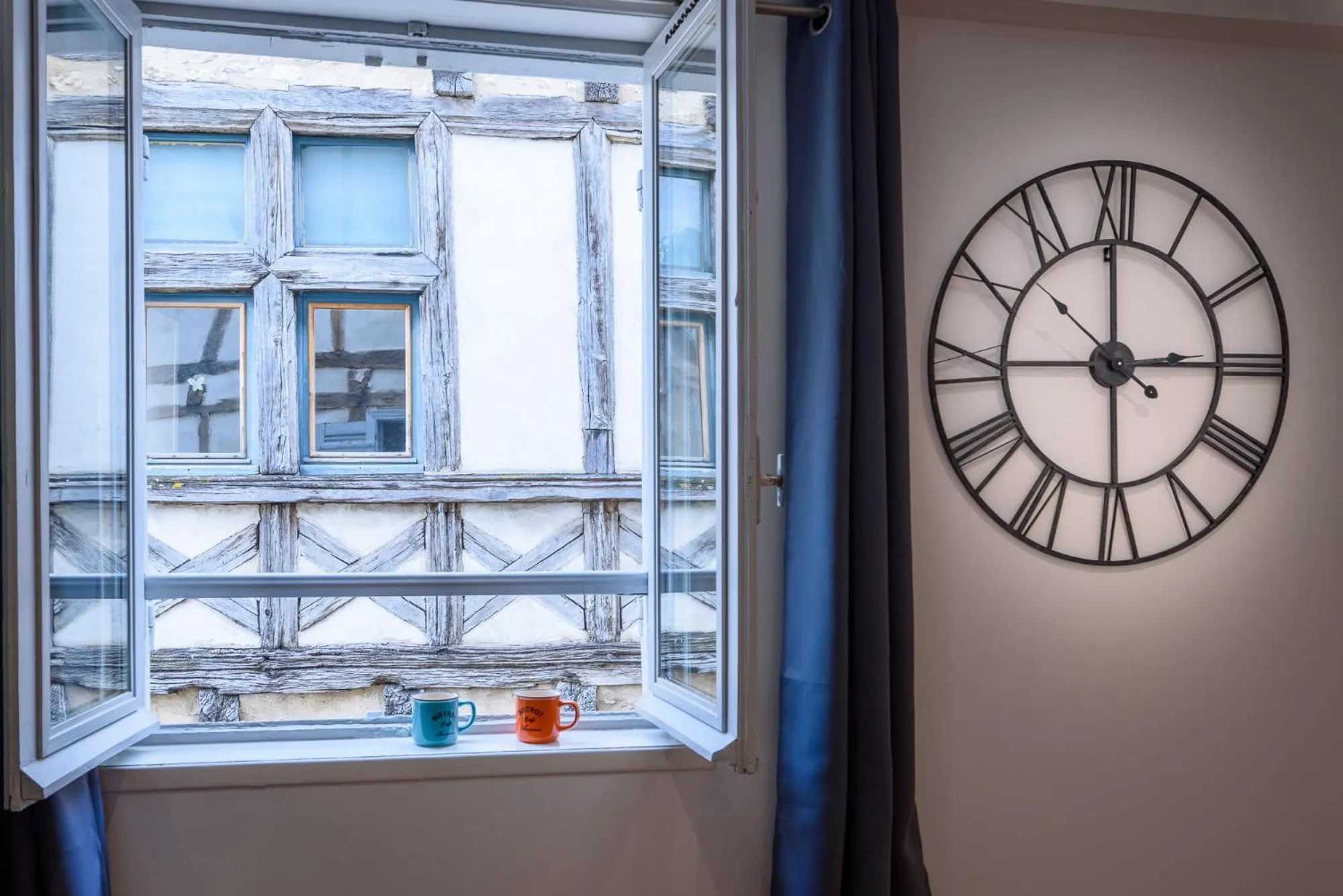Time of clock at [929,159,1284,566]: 2:59
